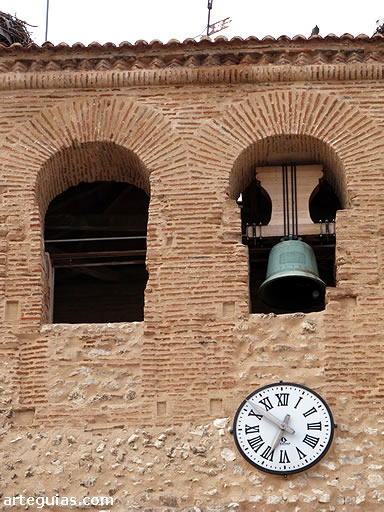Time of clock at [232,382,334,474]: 6:50
